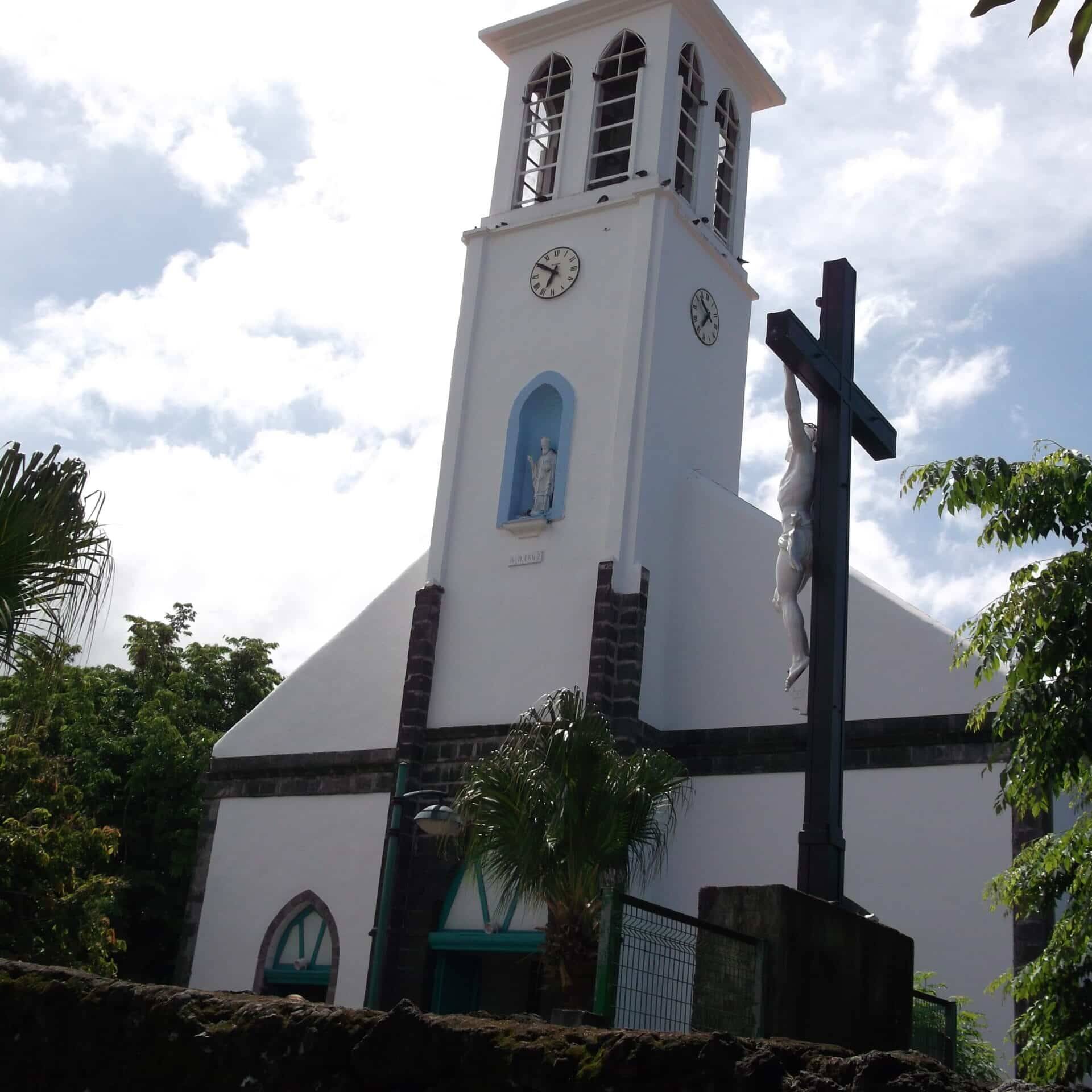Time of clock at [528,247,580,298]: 6:50
